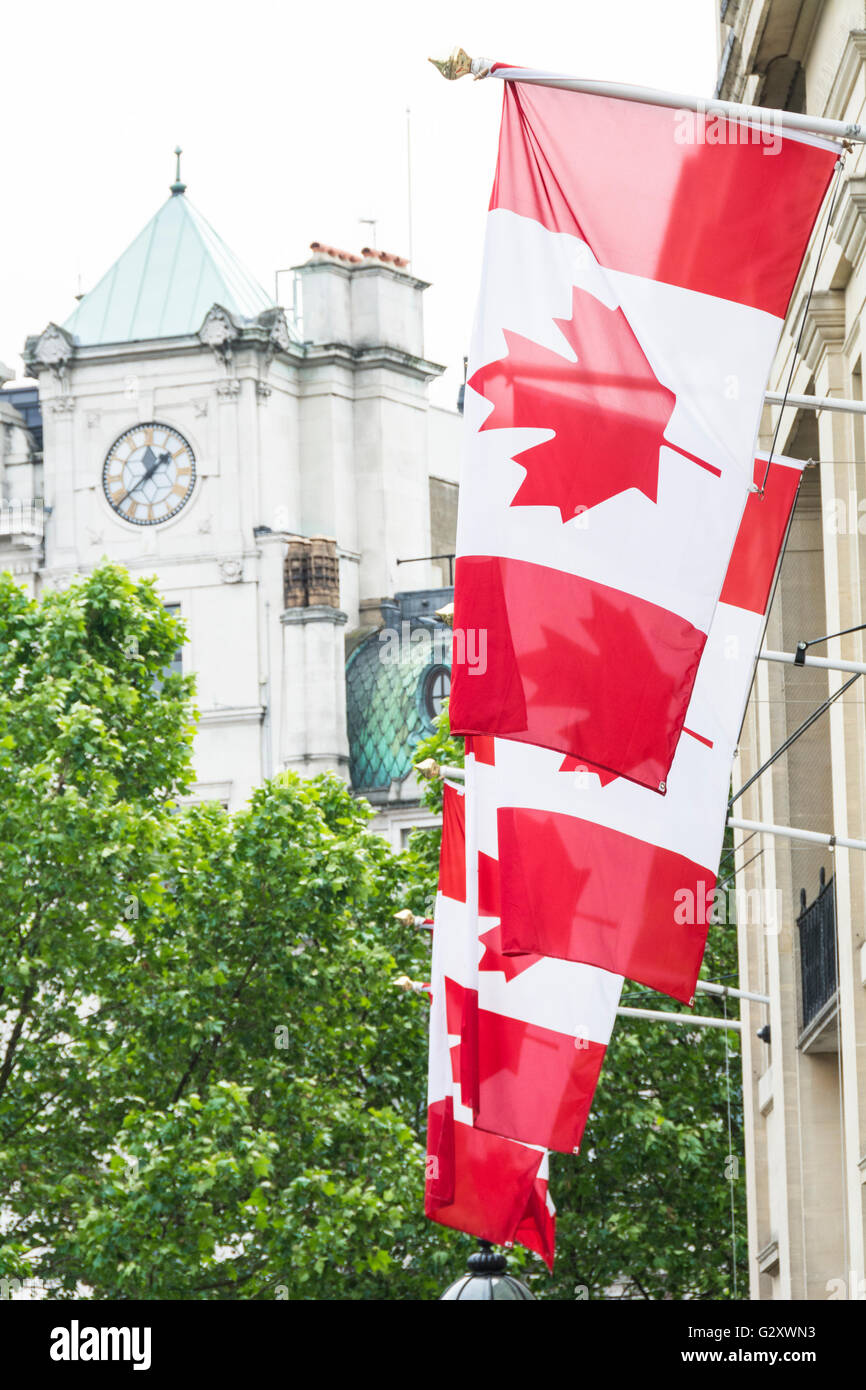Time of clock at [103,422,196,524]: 1:38
